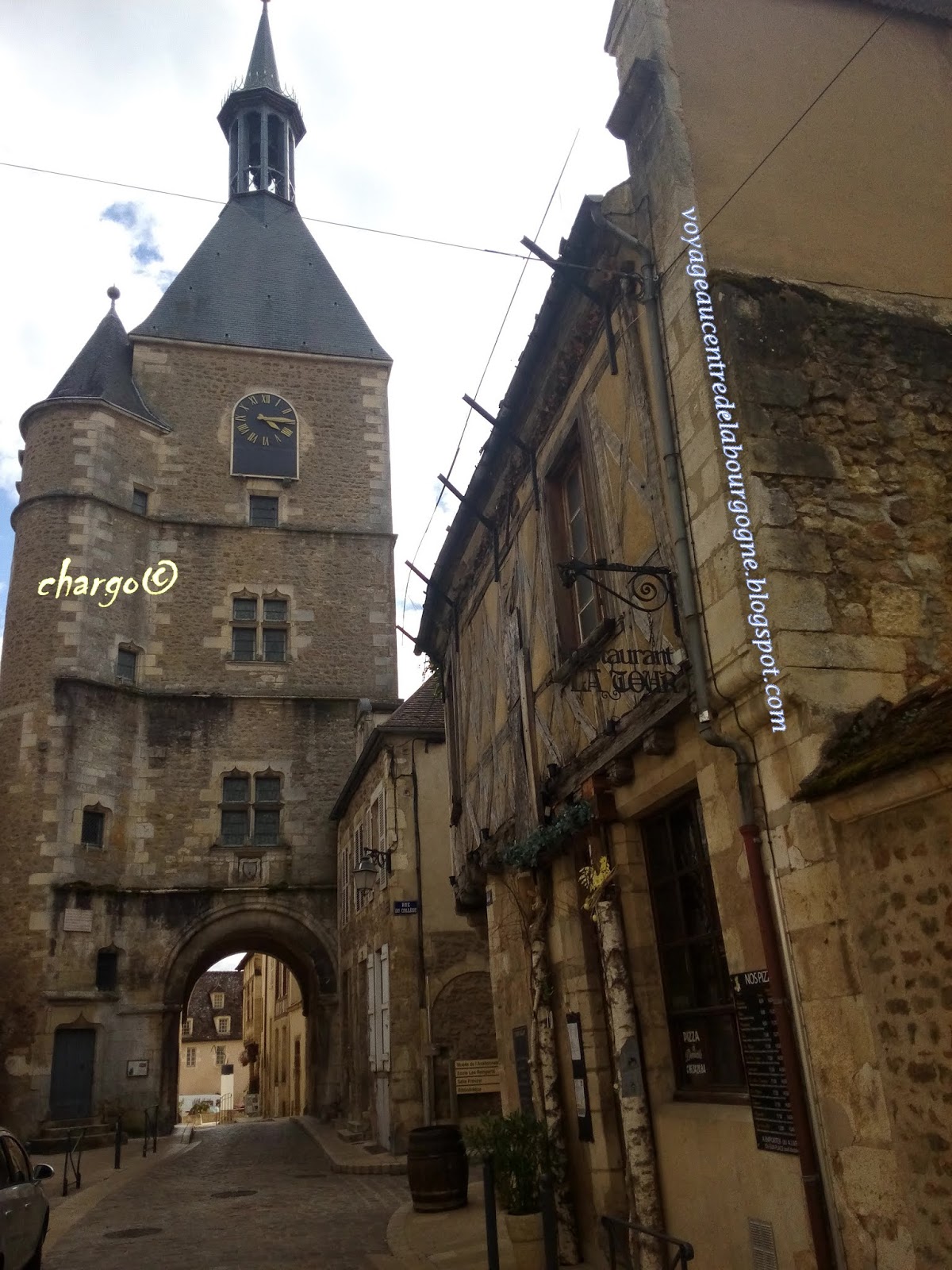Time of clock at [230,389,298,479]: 4:14
